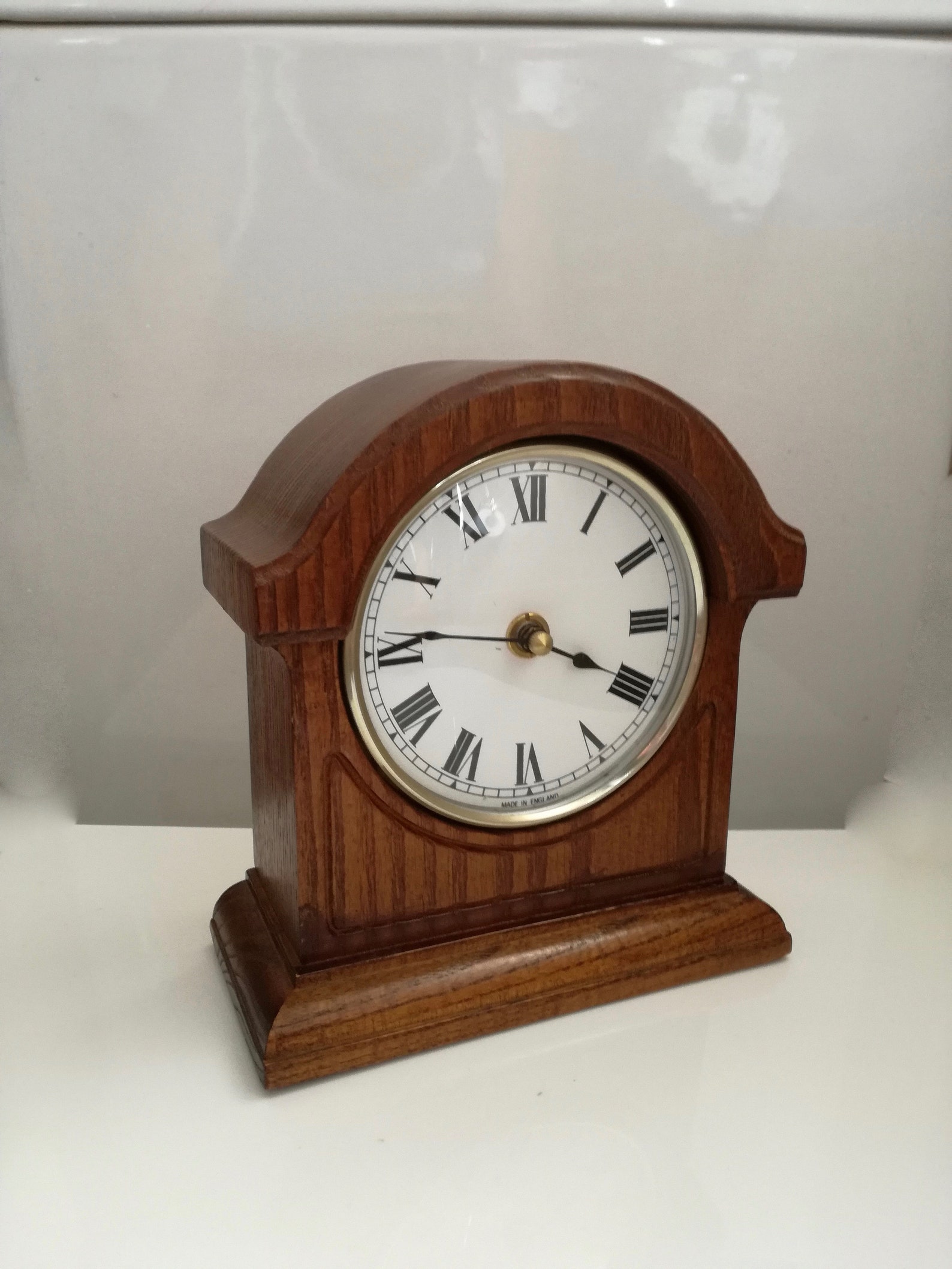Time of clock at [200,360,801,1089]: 3:45
